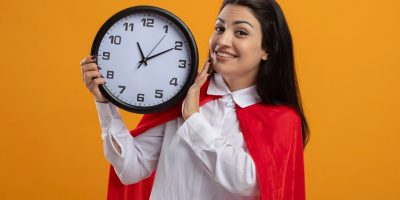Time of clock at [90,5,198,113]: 11:10
